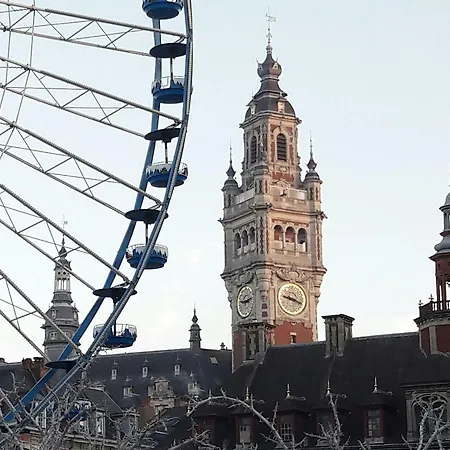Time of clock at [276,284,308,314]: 9:18
